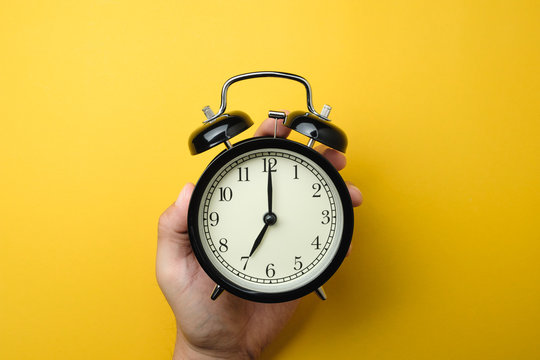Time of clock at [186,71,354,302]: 7:00
